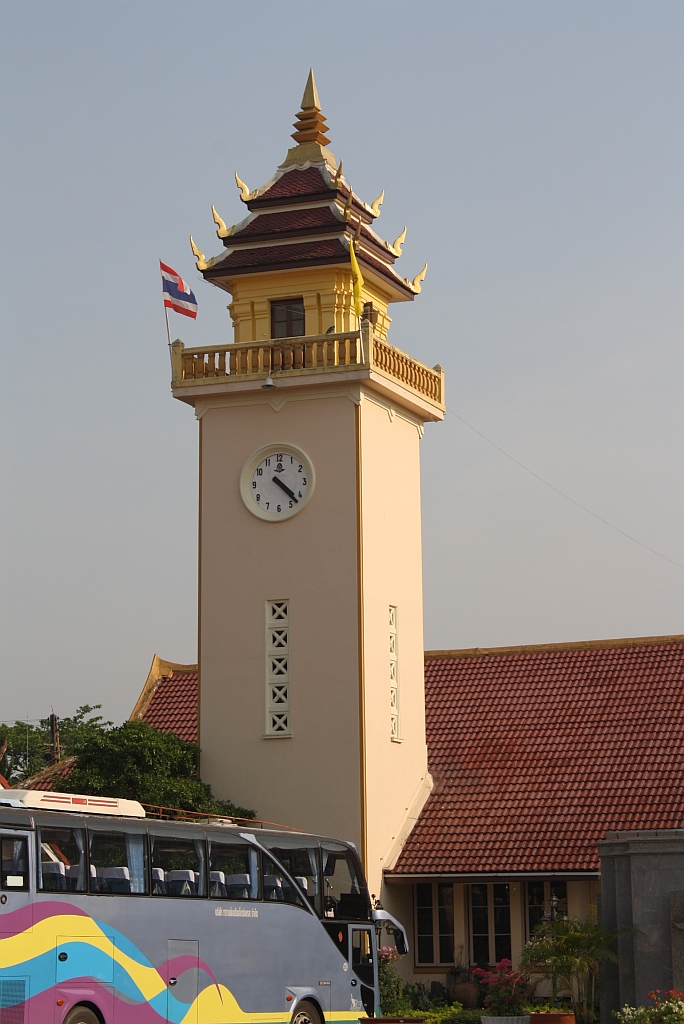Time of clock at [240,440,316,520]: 4:22
